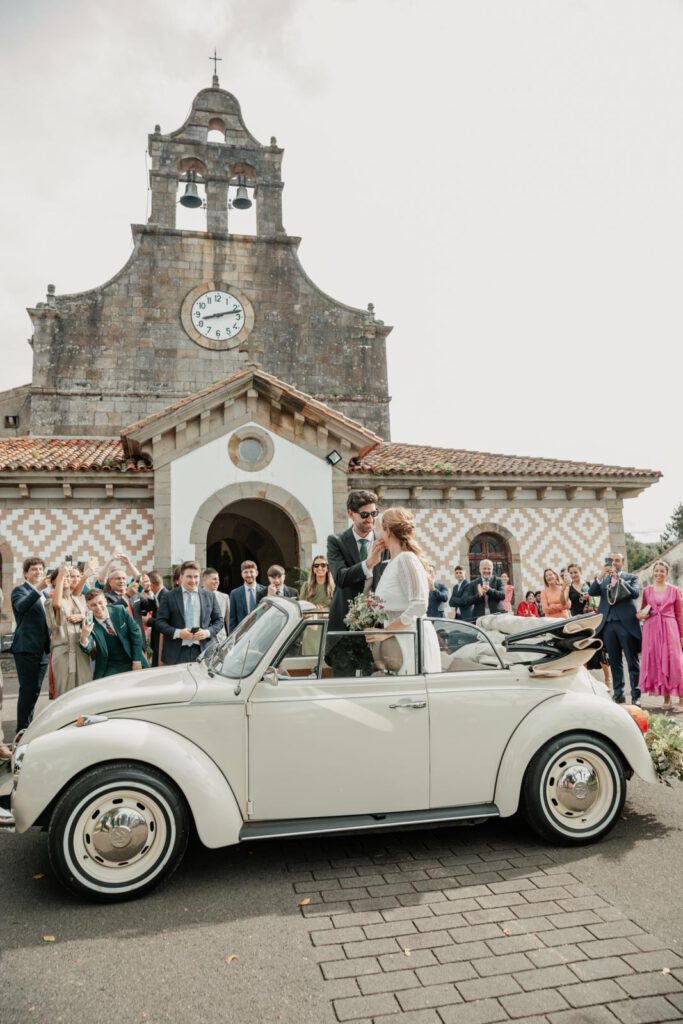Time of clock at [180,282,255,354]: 8:12
